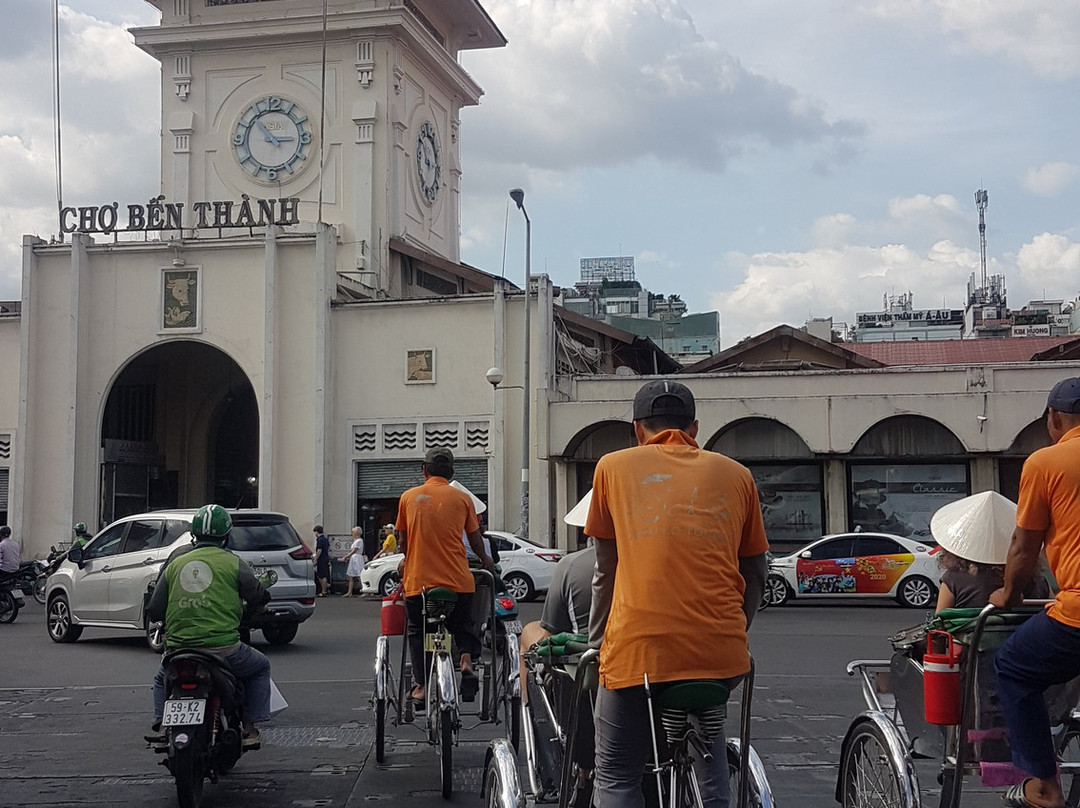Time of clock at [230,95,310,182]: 2:53
